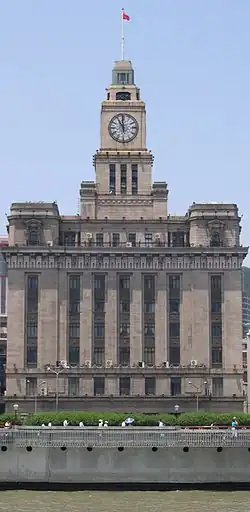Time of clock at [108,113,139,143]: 10:59
